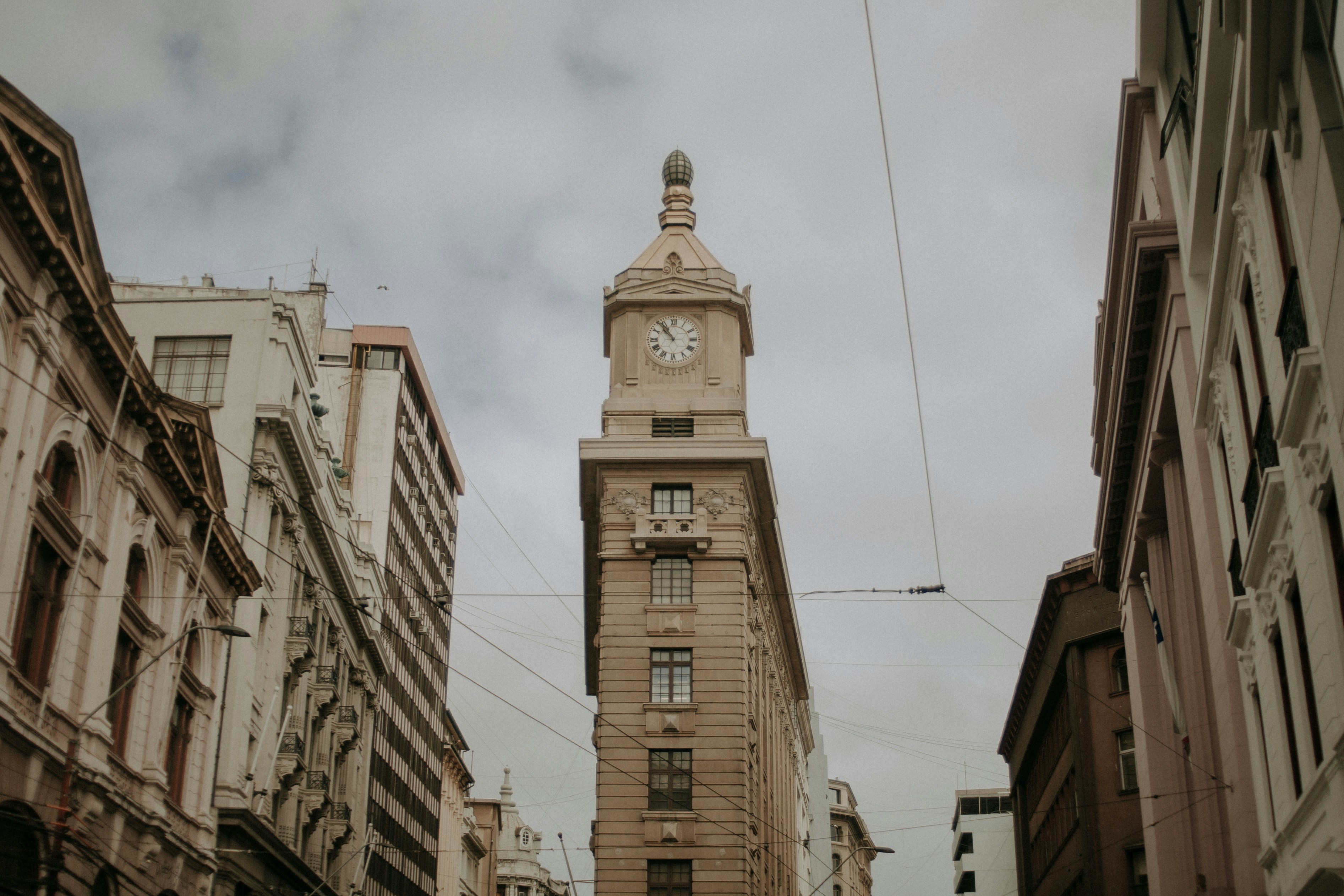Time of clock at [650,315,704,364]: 10:52
